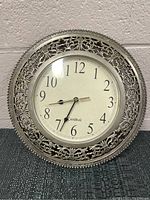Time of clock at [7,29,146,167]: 8:33
